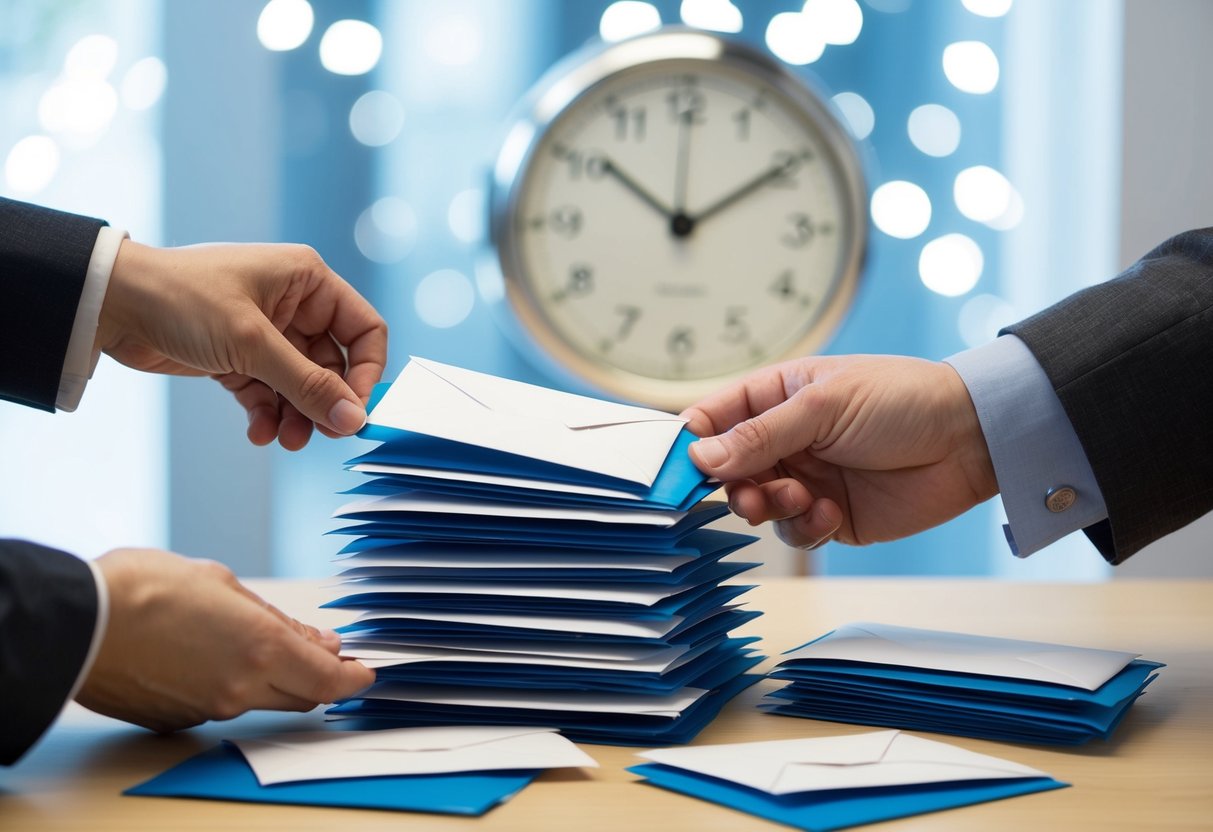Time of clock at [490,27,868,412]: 10:09
